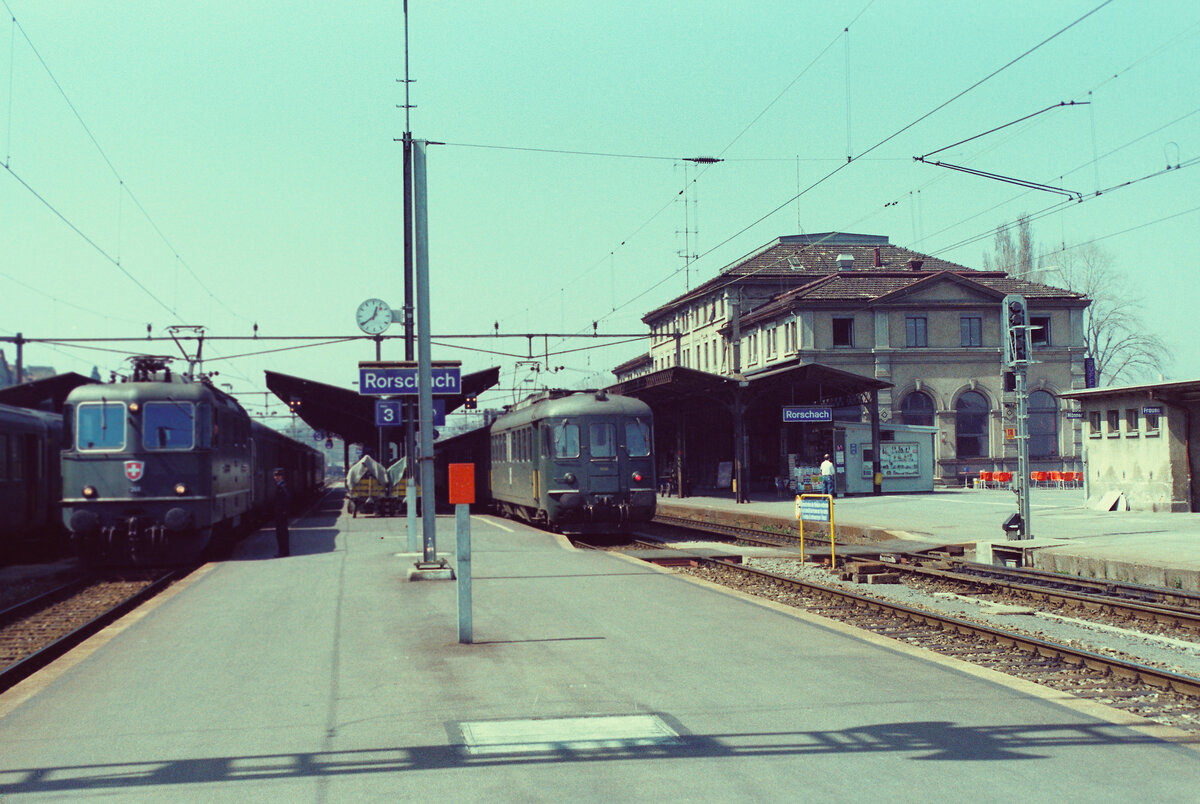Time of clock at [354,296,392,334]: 12:39
